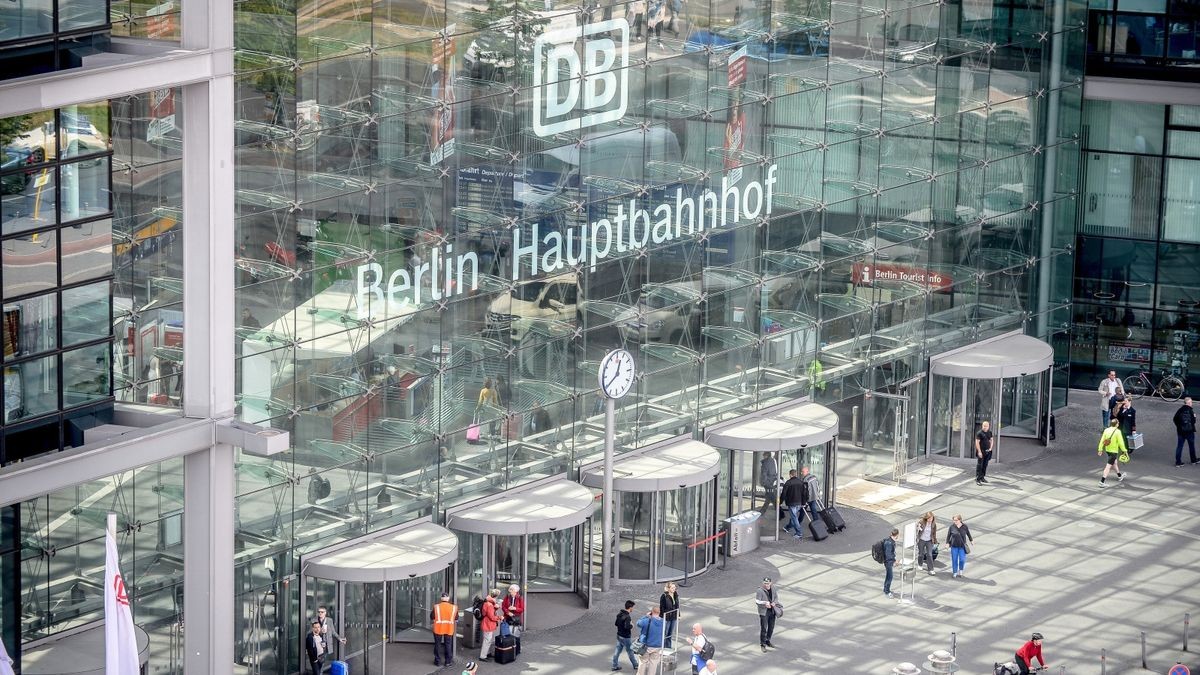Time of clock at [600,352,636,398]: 12:39
